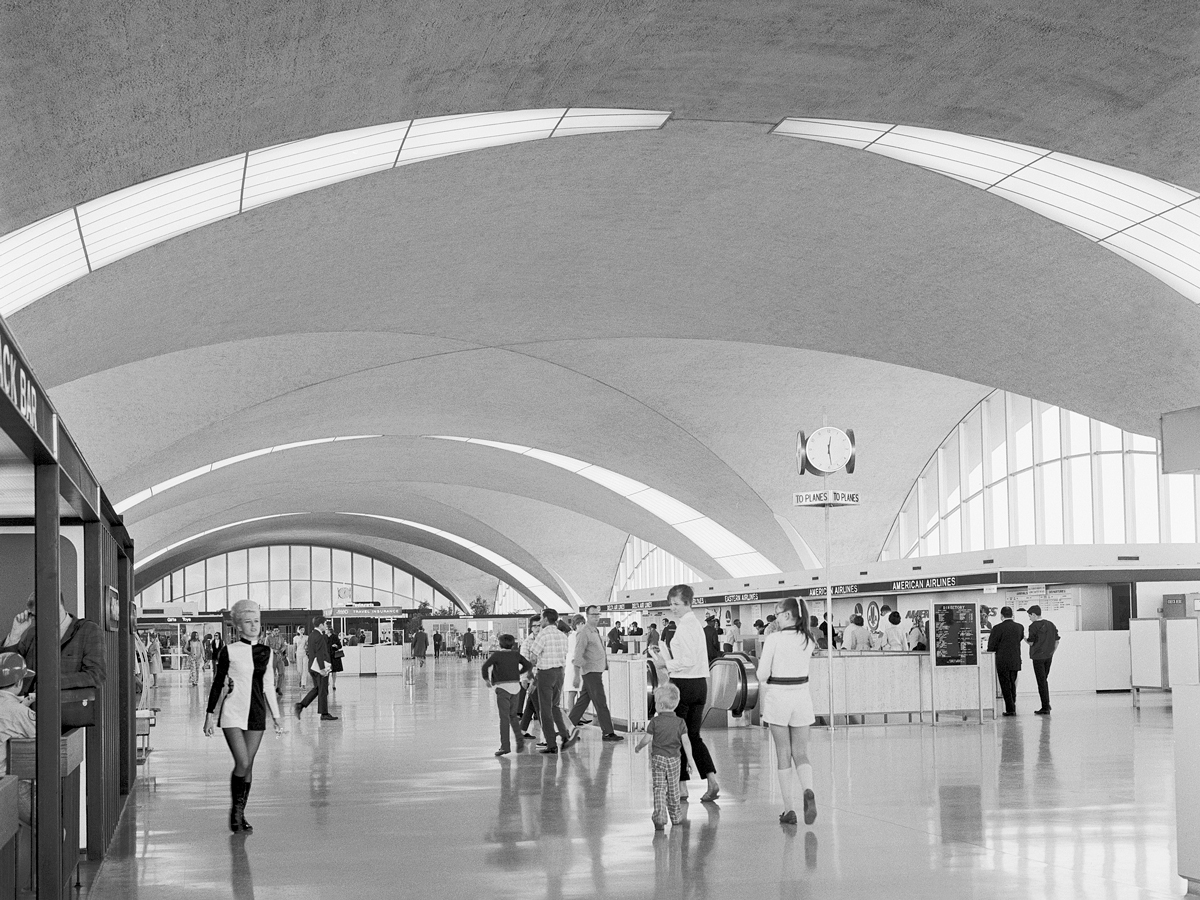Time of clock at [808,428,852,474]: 12:28
